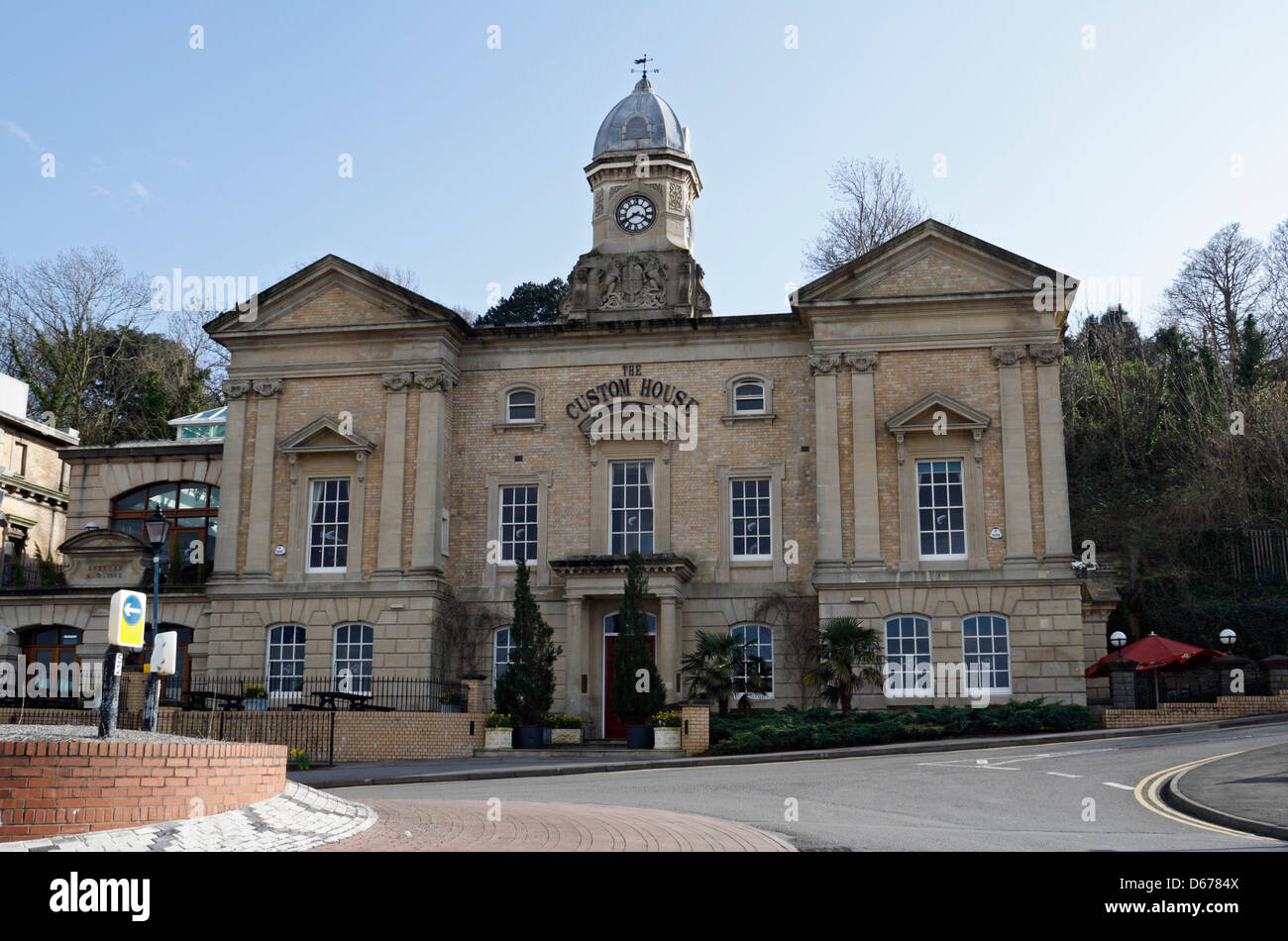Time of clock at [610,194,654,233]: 3:39
